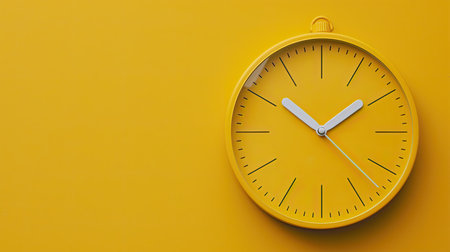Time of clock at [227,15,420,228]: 1:51
